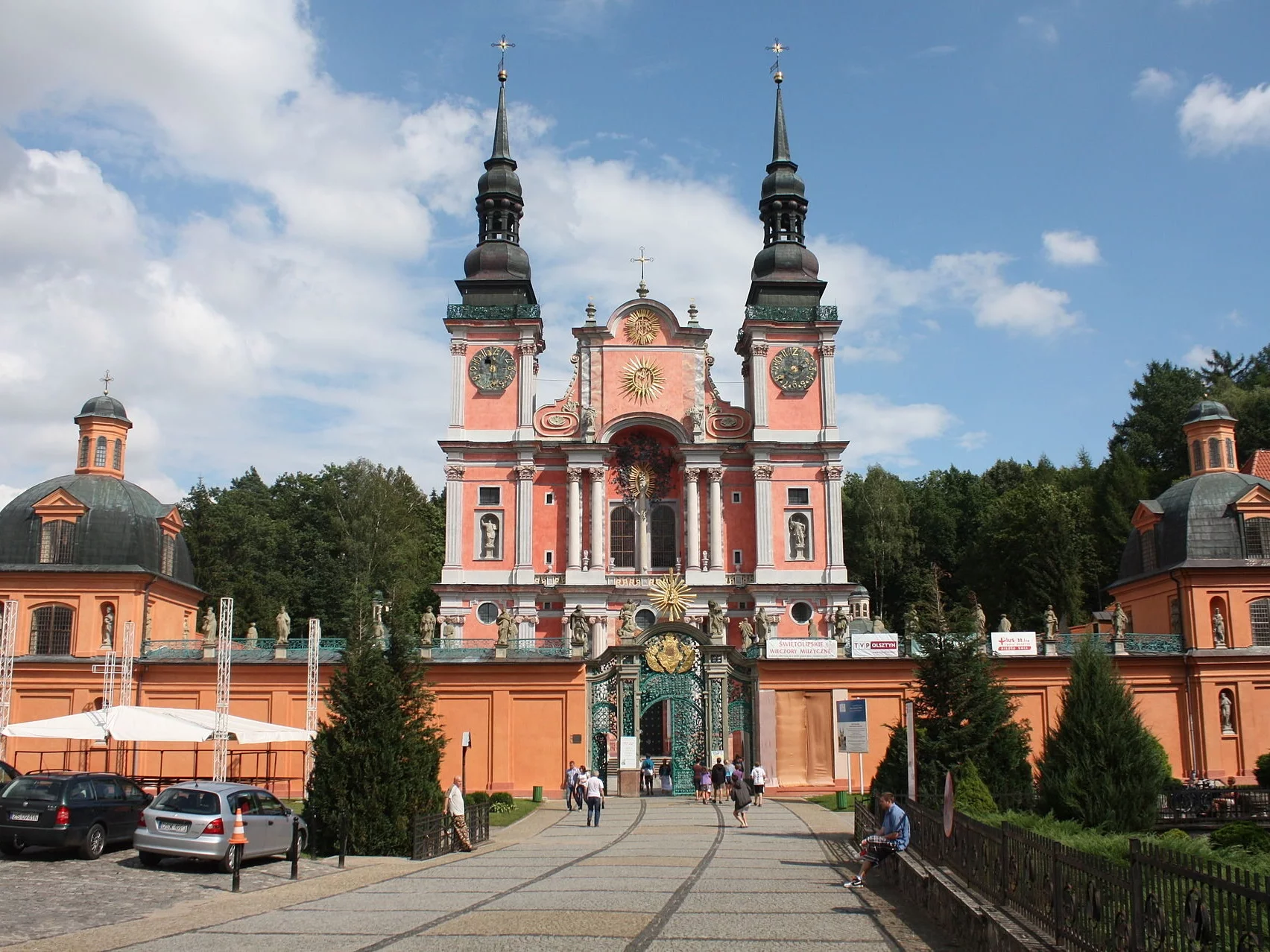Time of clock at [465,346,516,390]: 11:31
